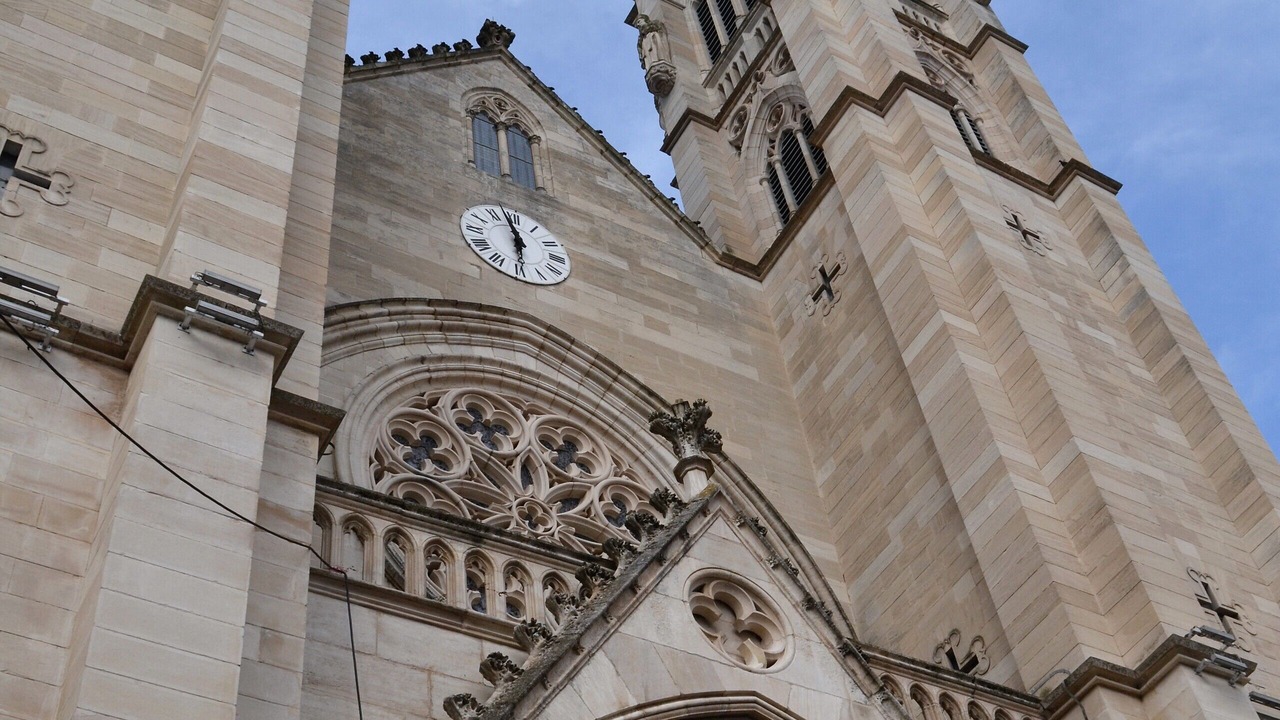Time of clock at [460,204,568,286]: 5:57
